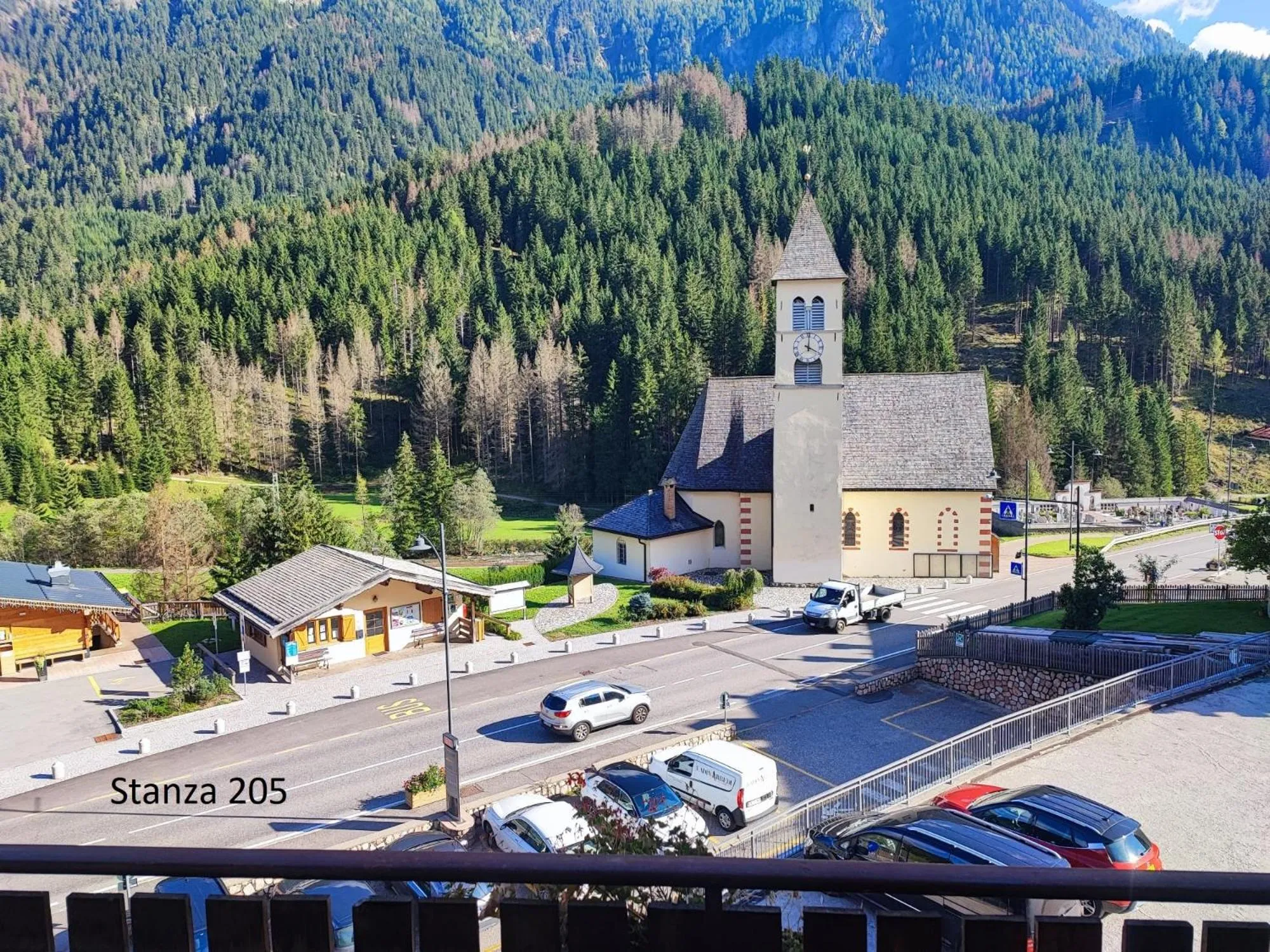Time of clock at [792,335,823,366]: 4:00
